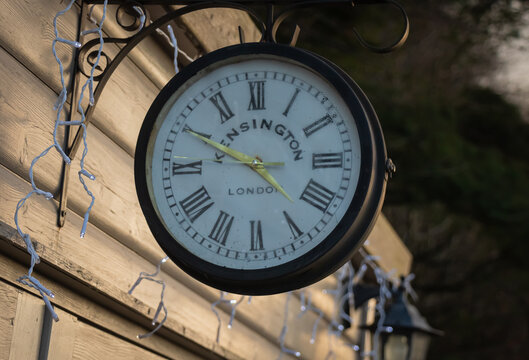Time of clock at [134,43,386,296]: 2:49
